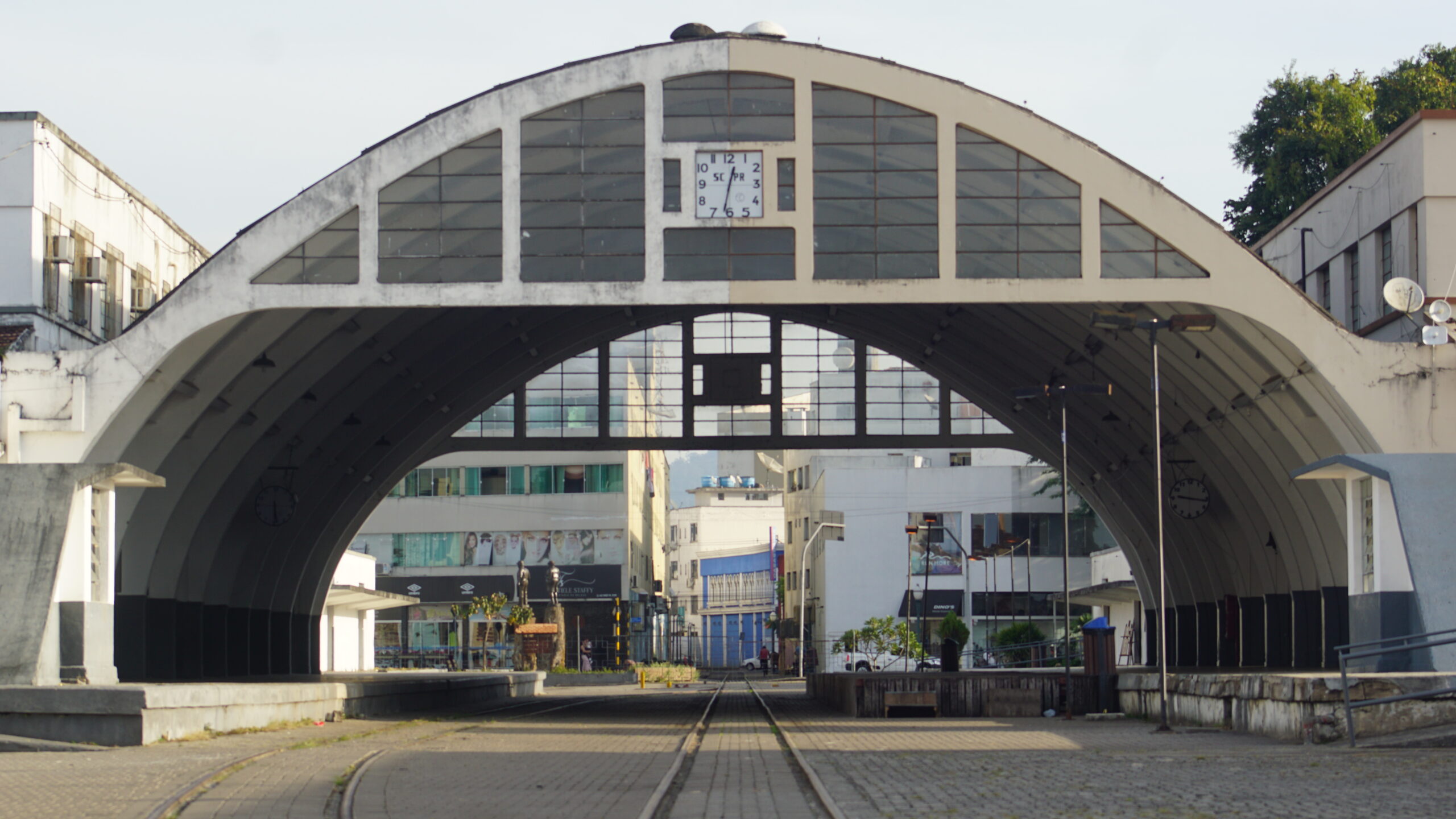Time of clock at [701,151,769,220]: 12:32
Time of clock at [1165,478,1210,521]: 9:16
